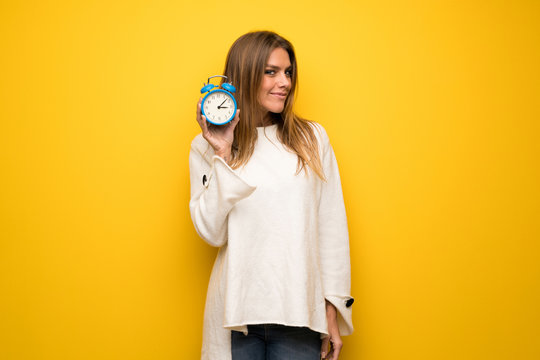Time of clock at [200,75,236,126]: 3:07
